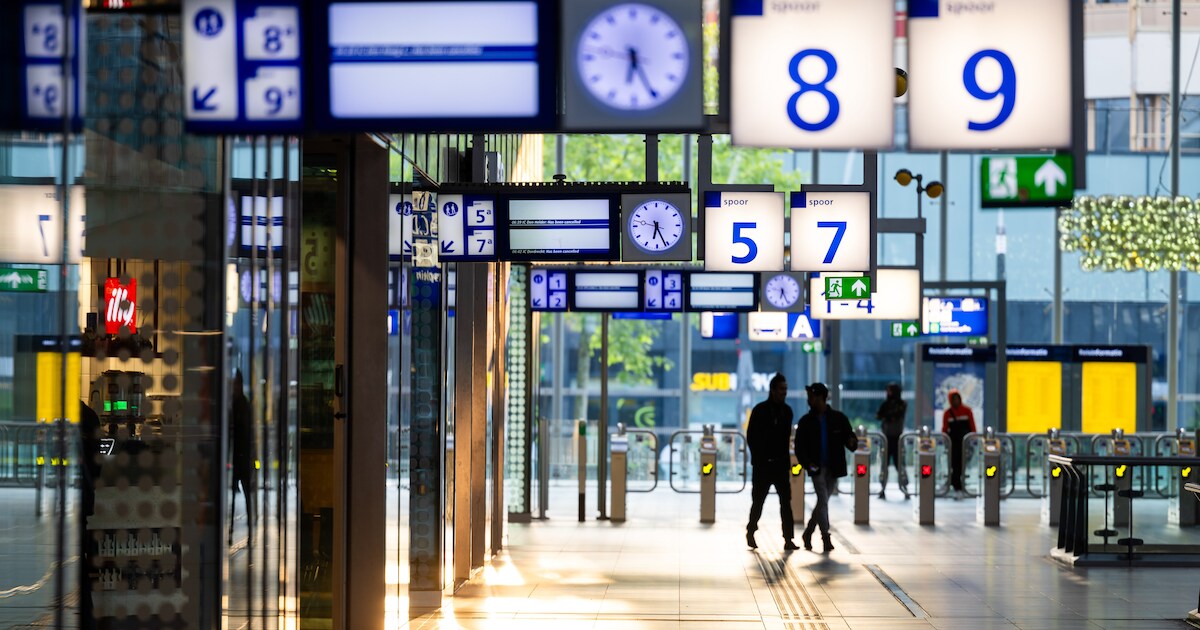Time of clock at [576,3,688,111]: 6:25
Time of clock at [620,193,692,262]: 6:26
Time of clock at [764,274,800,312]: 6:26
